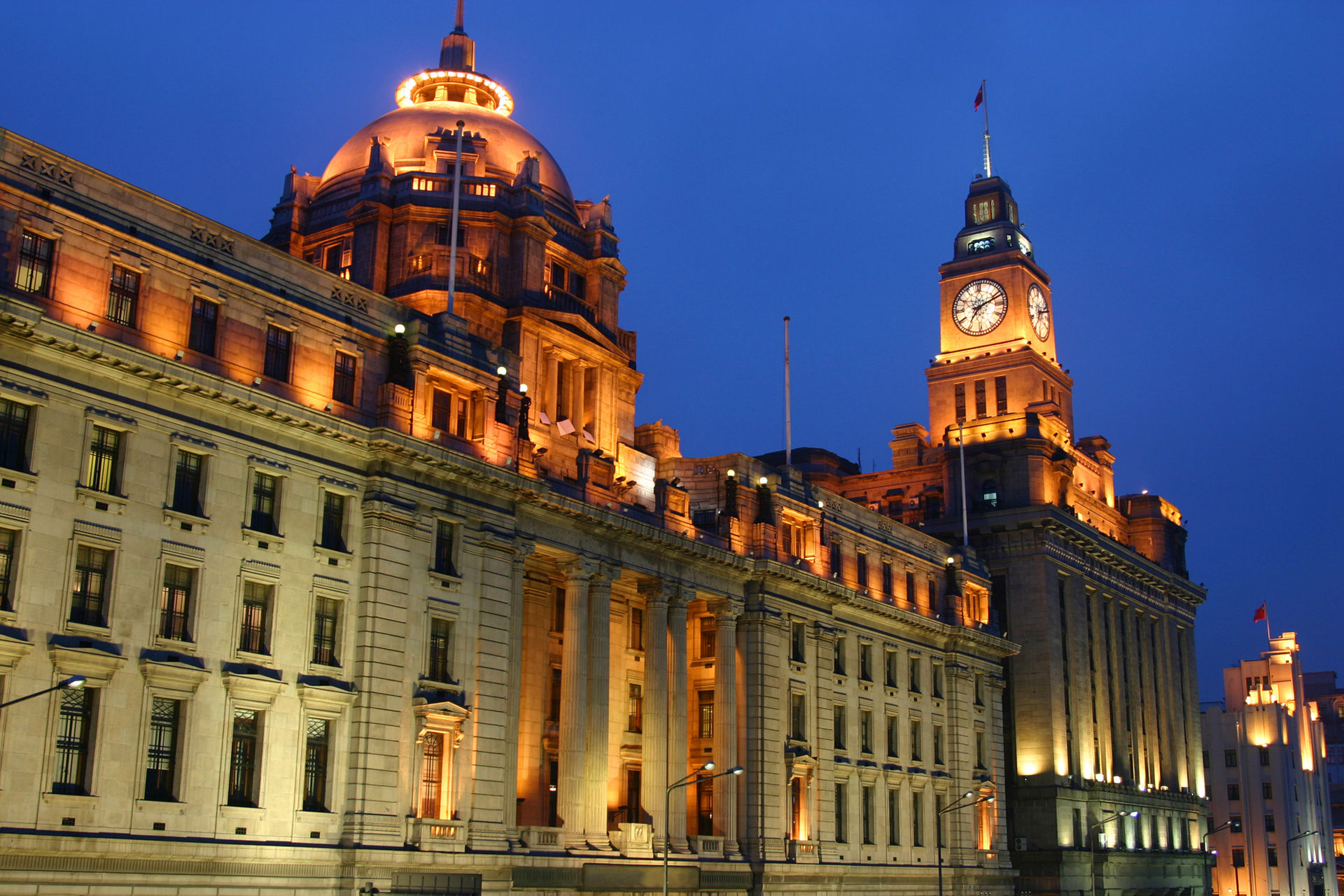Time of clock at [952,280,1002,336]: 7:11
